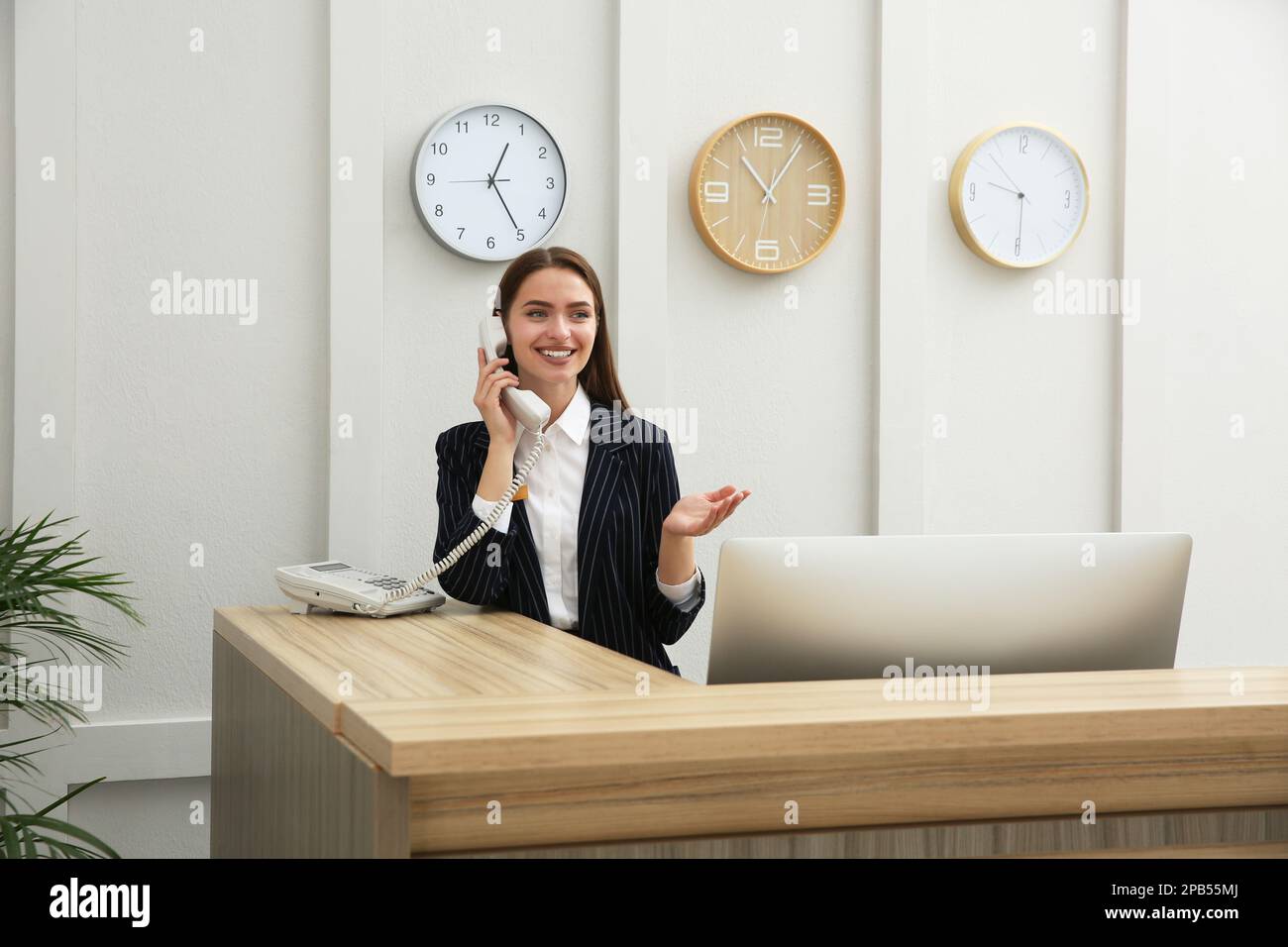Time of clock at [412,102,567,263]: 12:24
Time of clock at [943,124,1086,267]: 9:29
